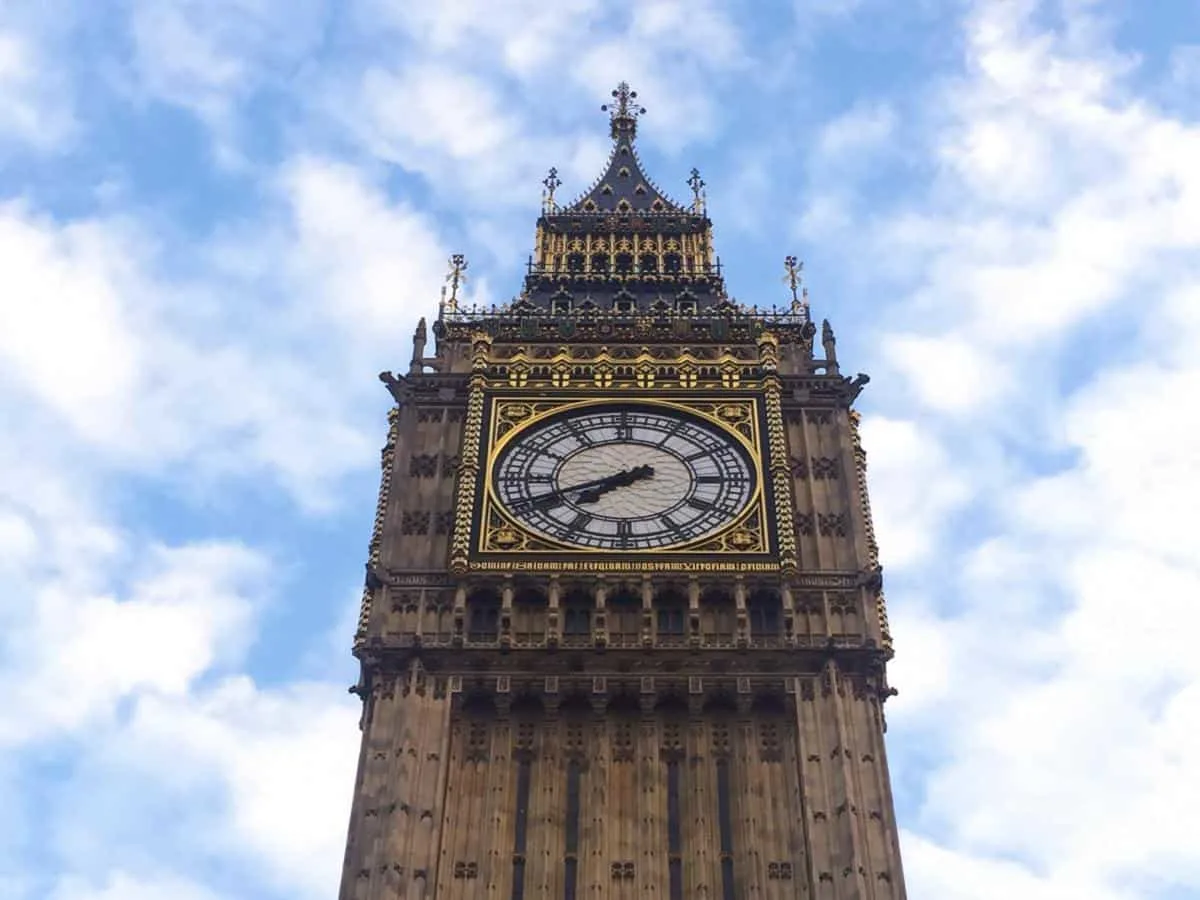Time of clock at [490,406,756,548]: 7:41
